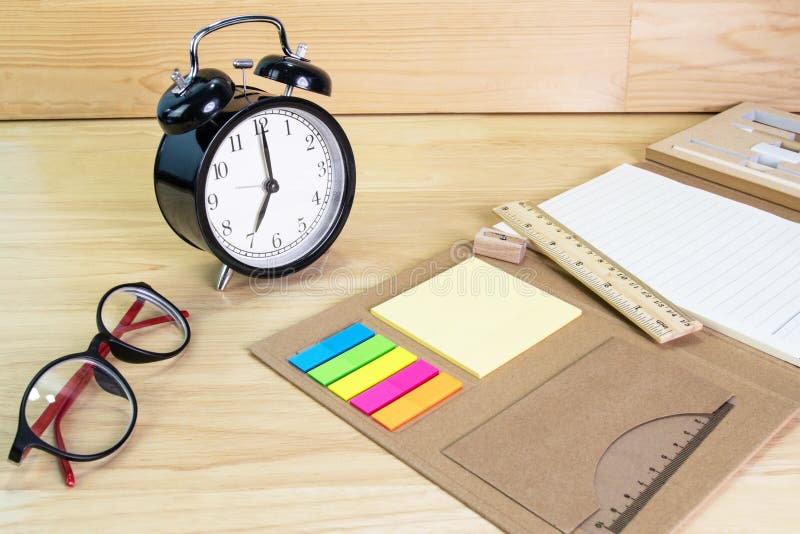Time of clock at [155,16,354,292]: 7:00
